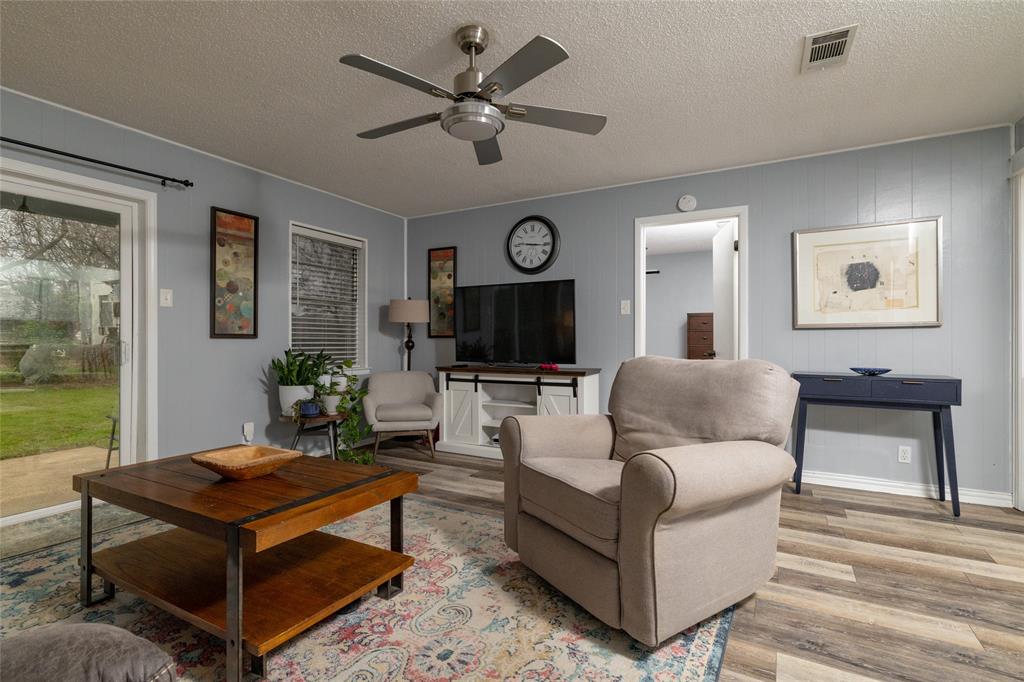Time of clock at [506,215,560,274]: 9:15
